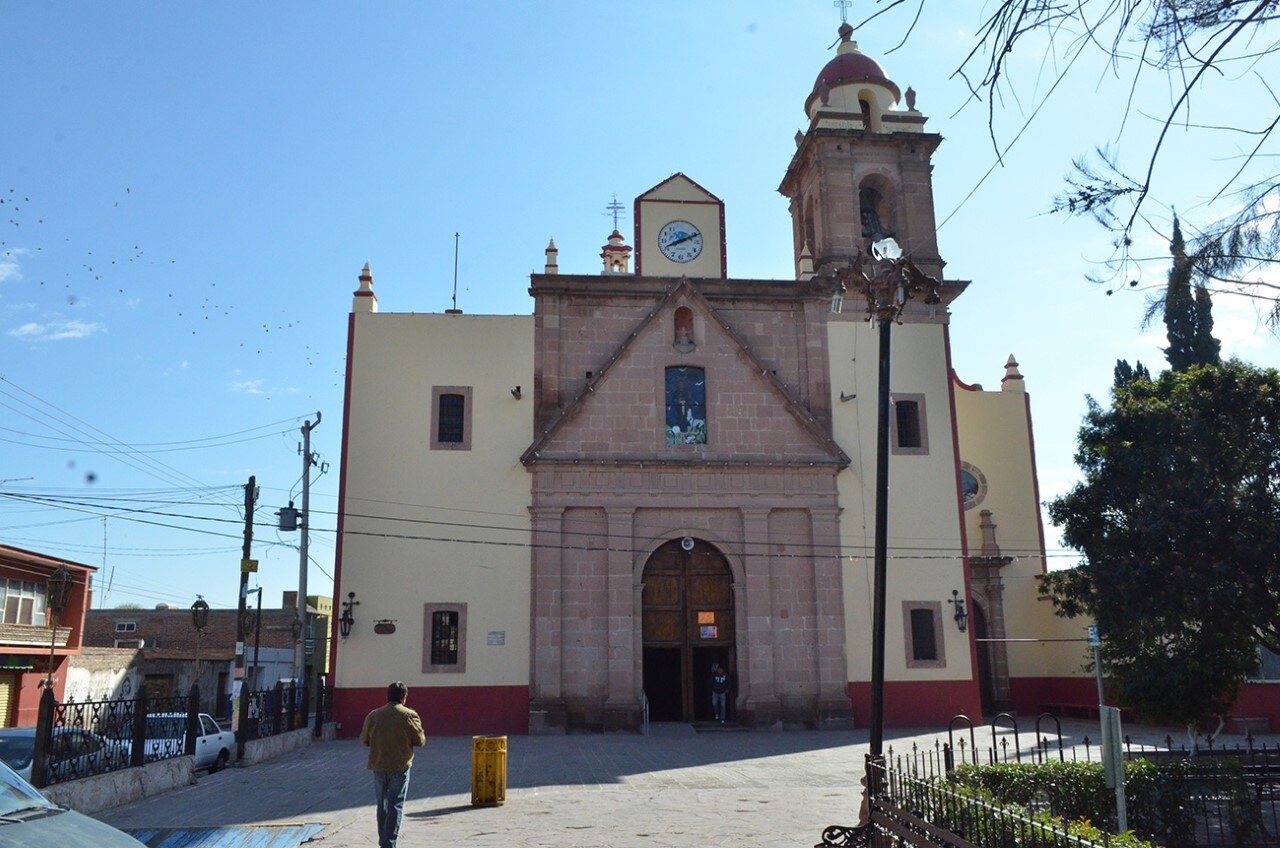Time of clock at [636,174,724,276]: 8:11
